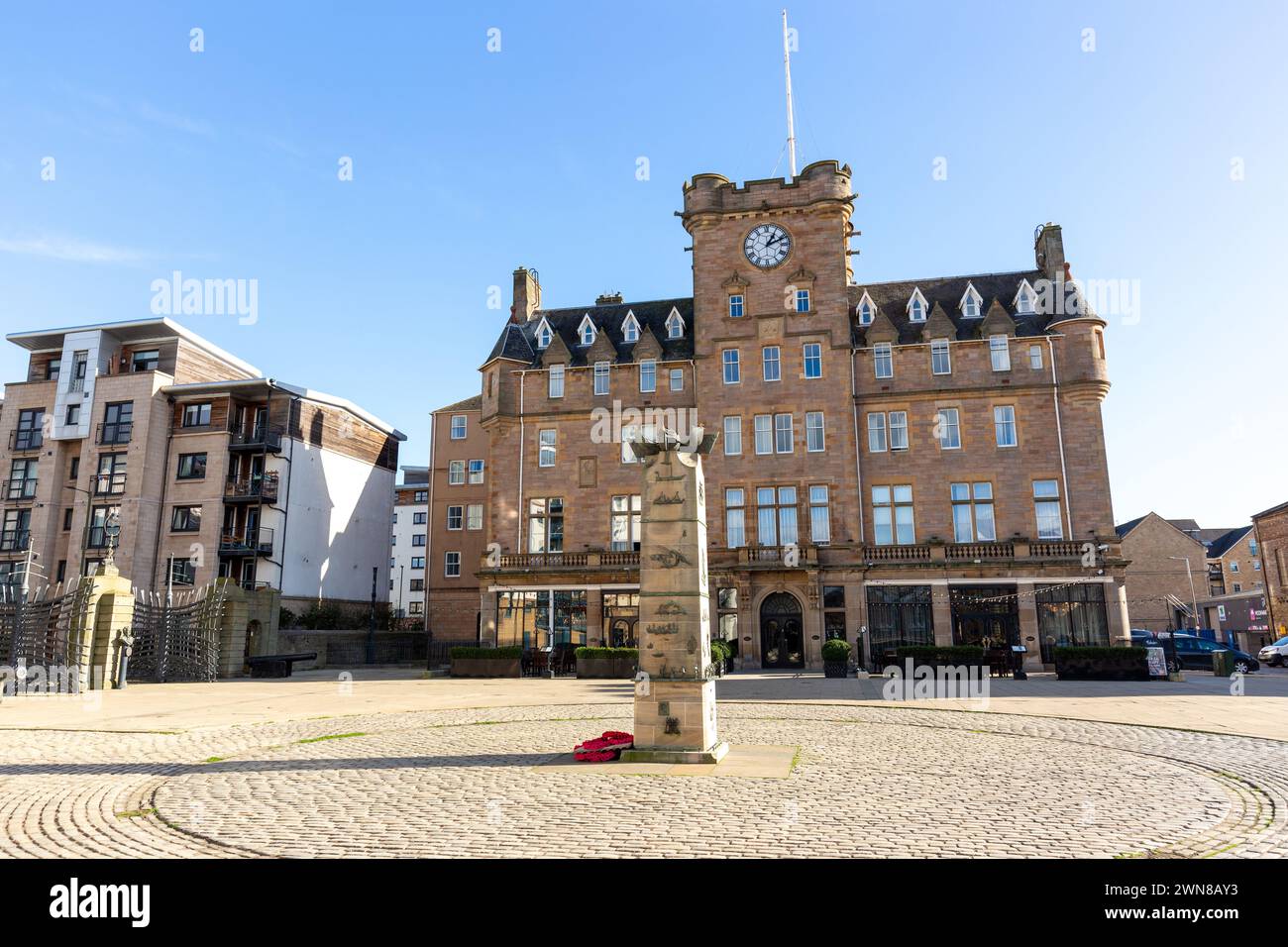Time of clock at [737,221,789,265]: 1:11
